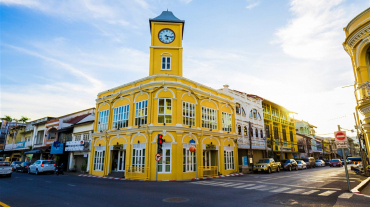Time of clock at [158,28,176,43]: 5:16
